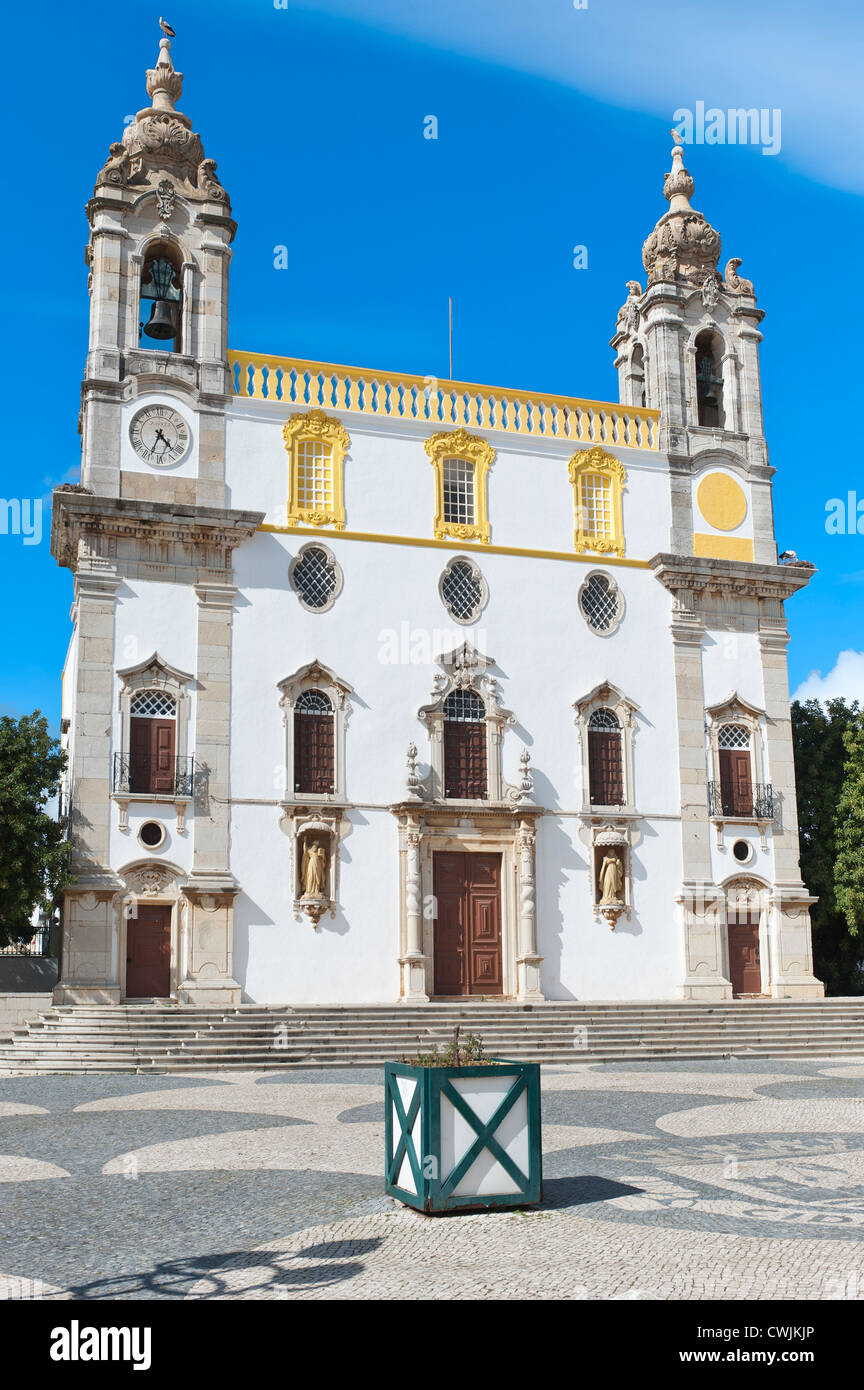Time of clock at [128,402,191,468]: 4:33
